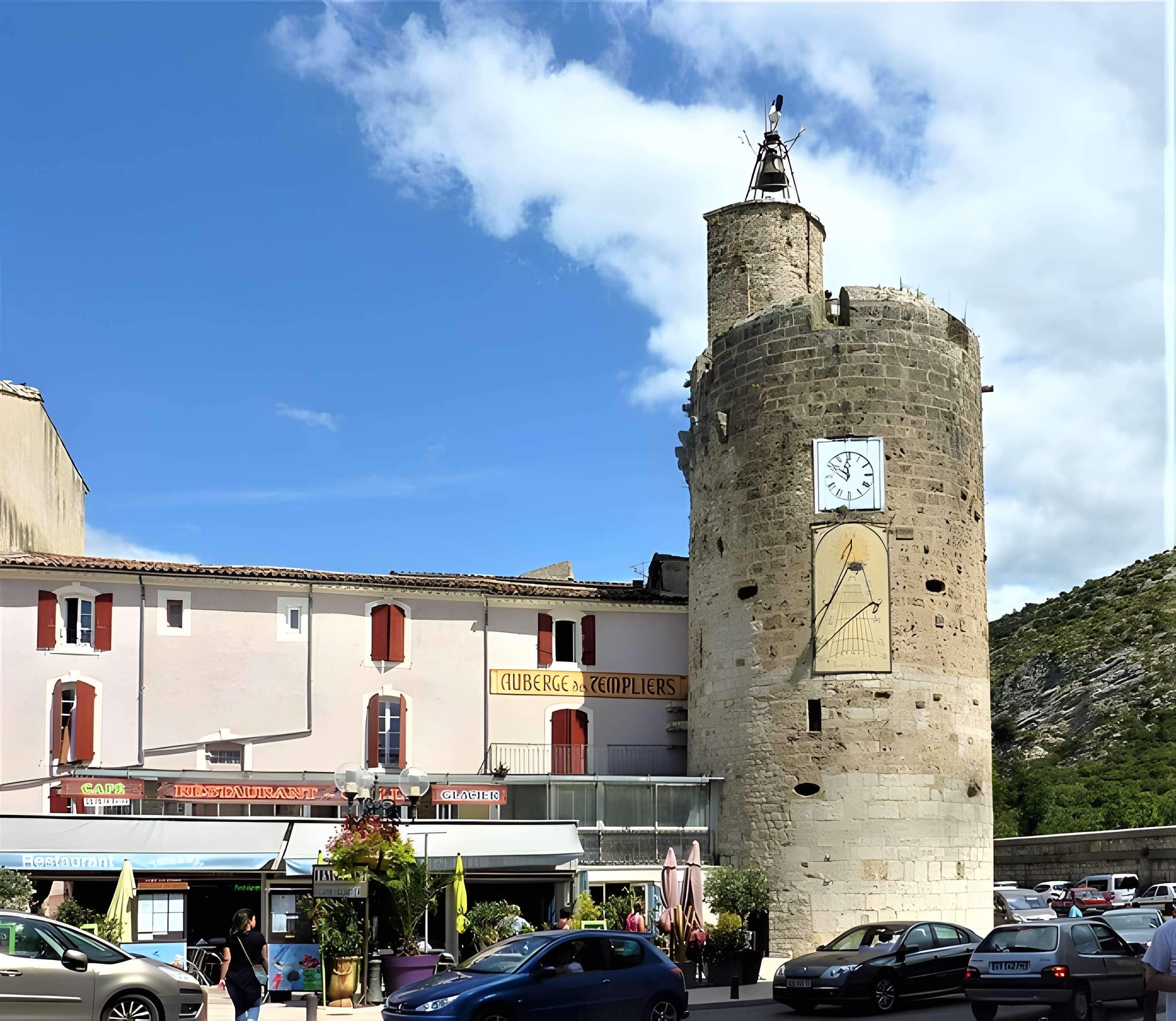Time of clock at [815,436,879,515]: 11:50
